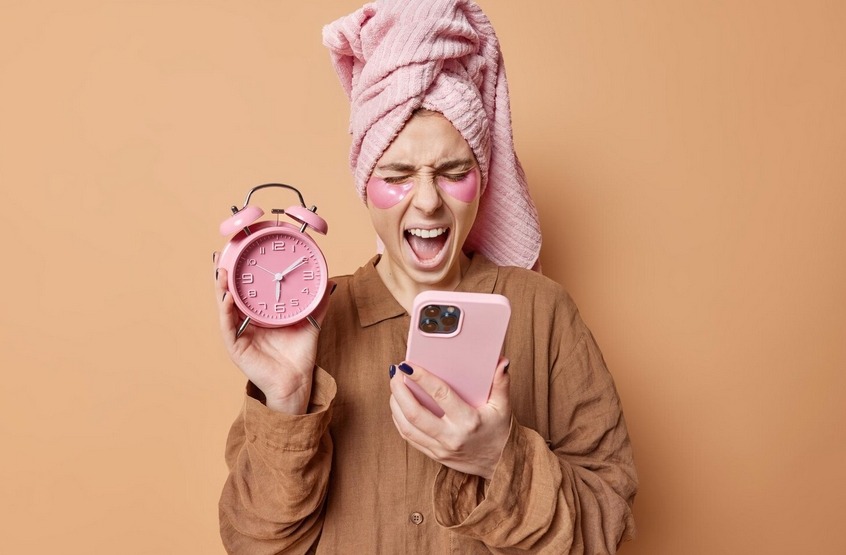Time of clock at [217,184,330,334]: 2:09
